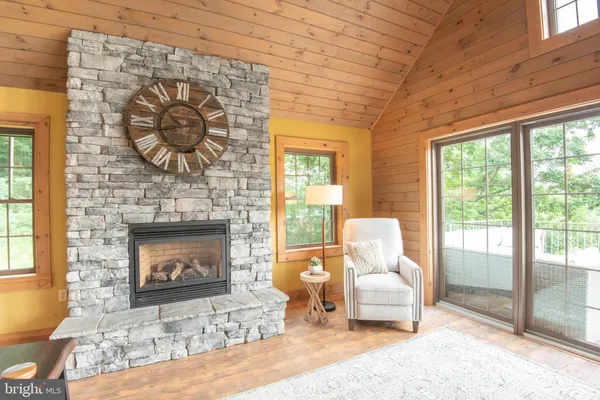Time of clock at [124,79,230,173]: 10:42
